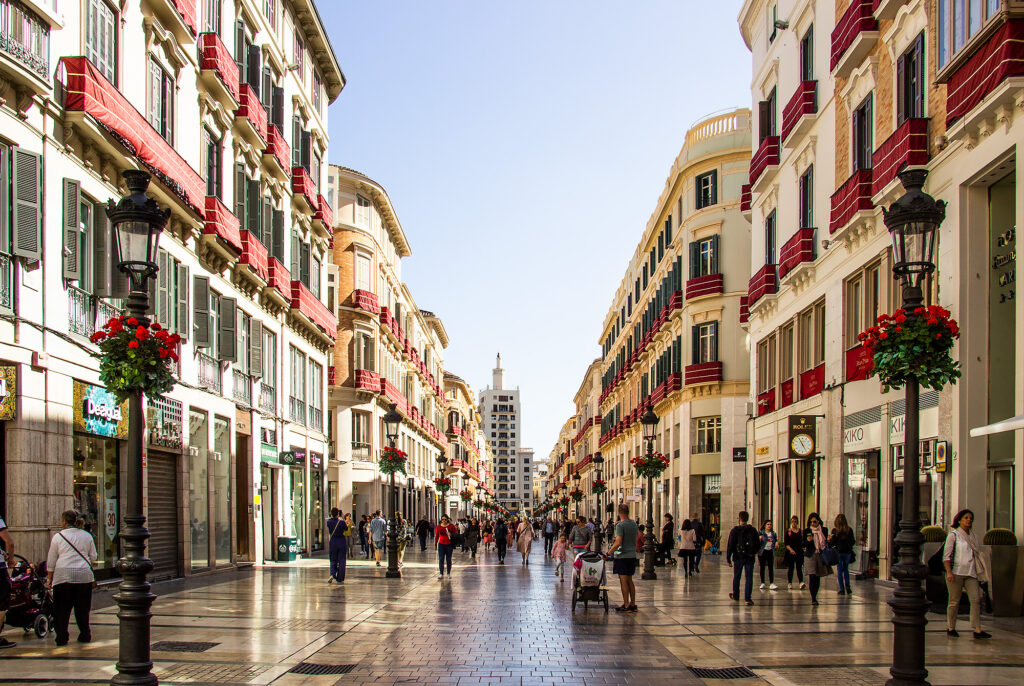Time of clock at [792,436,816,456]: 4:55
